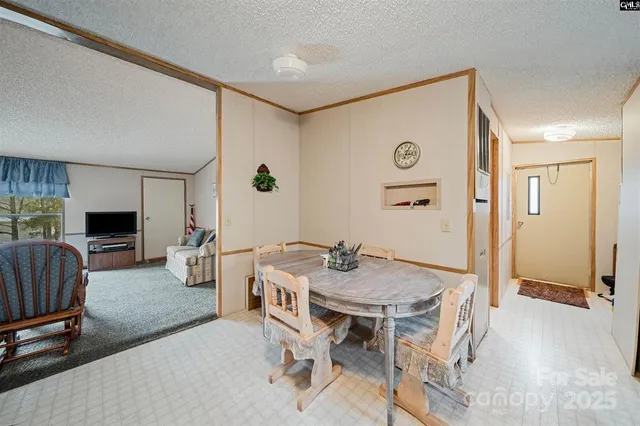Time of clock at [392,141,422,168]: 3:04
